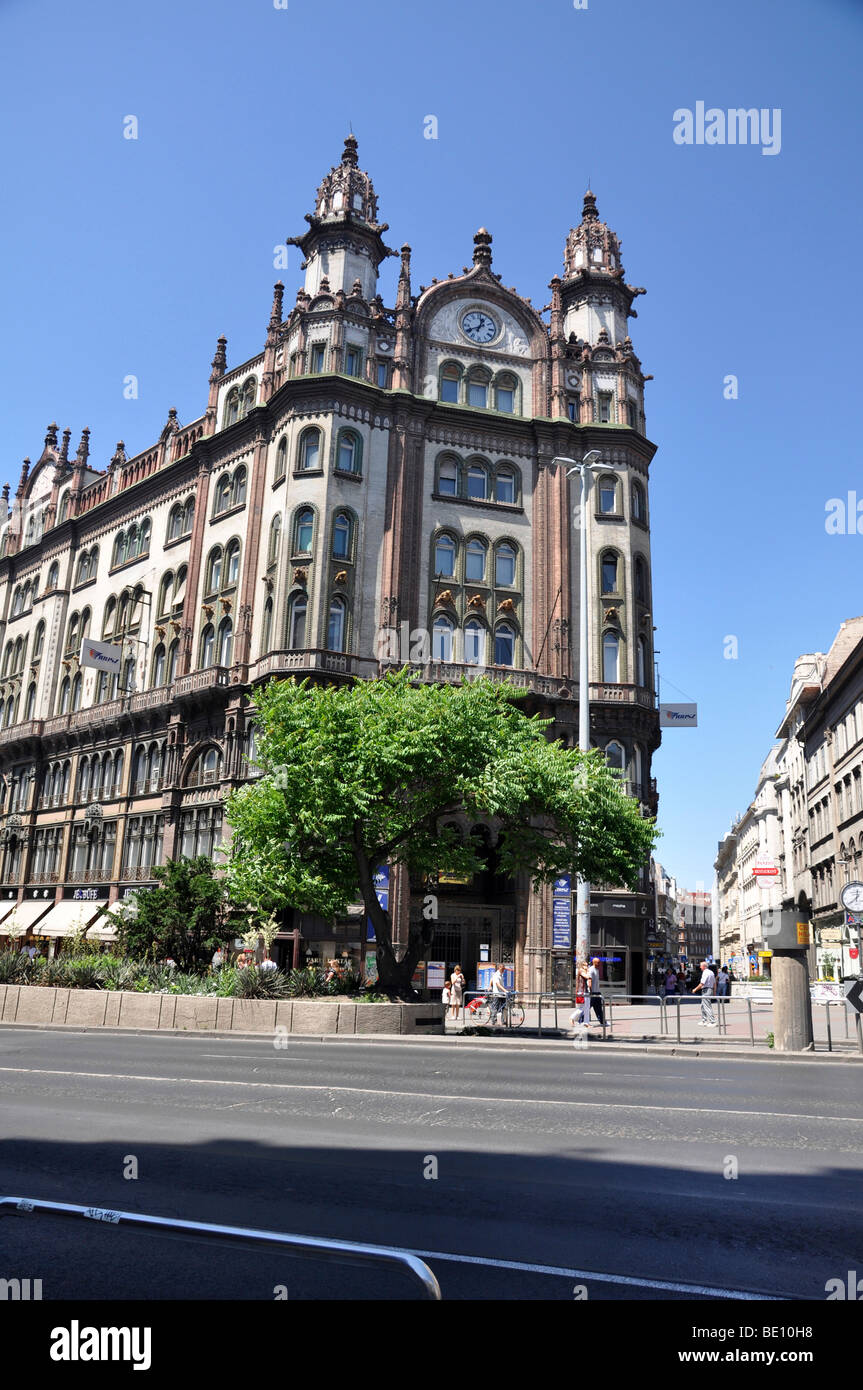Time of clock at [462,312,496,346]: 12:40
